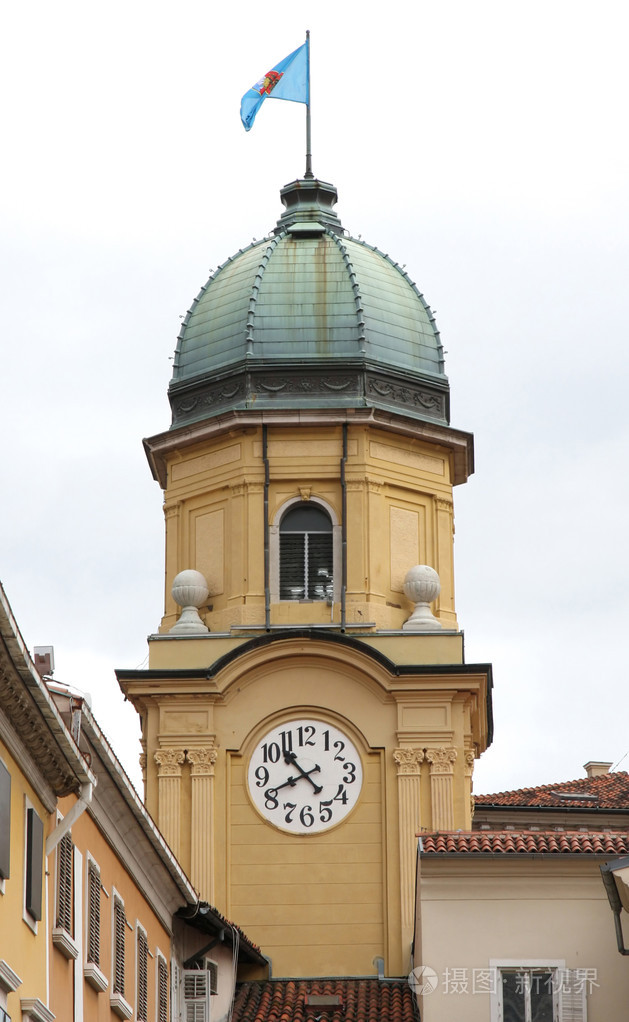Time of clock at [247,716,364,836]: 10:41
